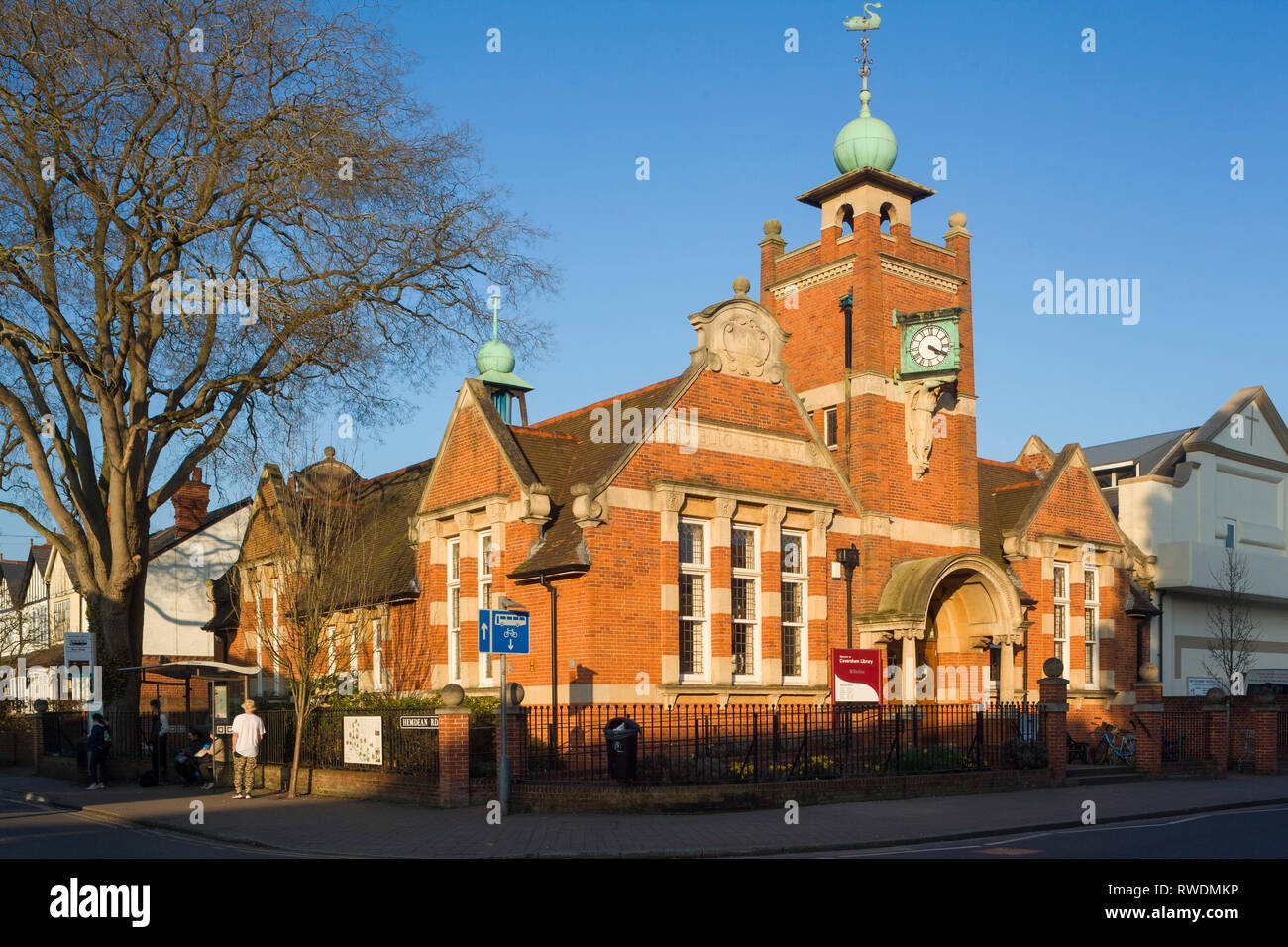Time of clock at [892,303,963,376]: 4:19
